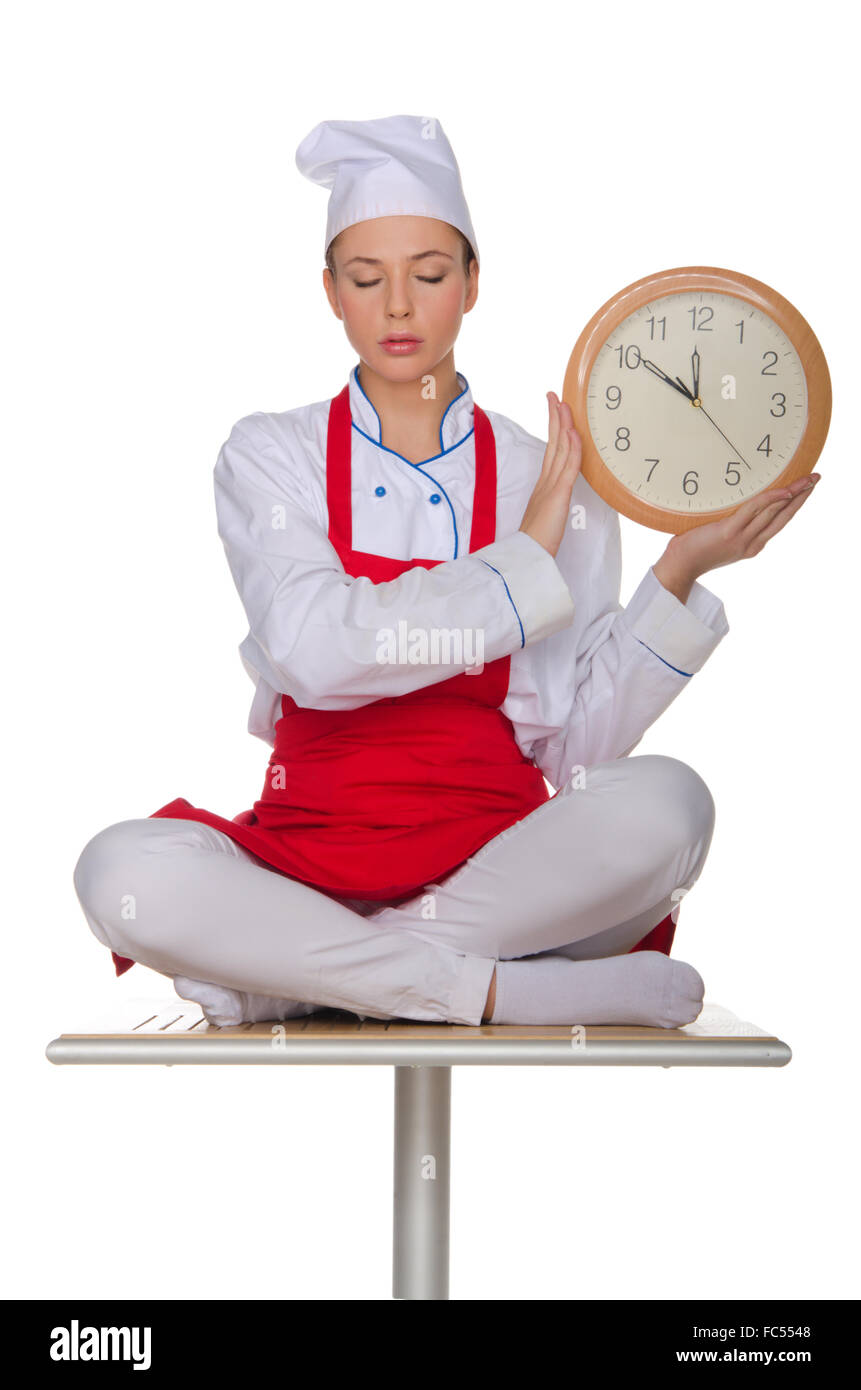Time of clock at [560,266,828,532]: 11:50
